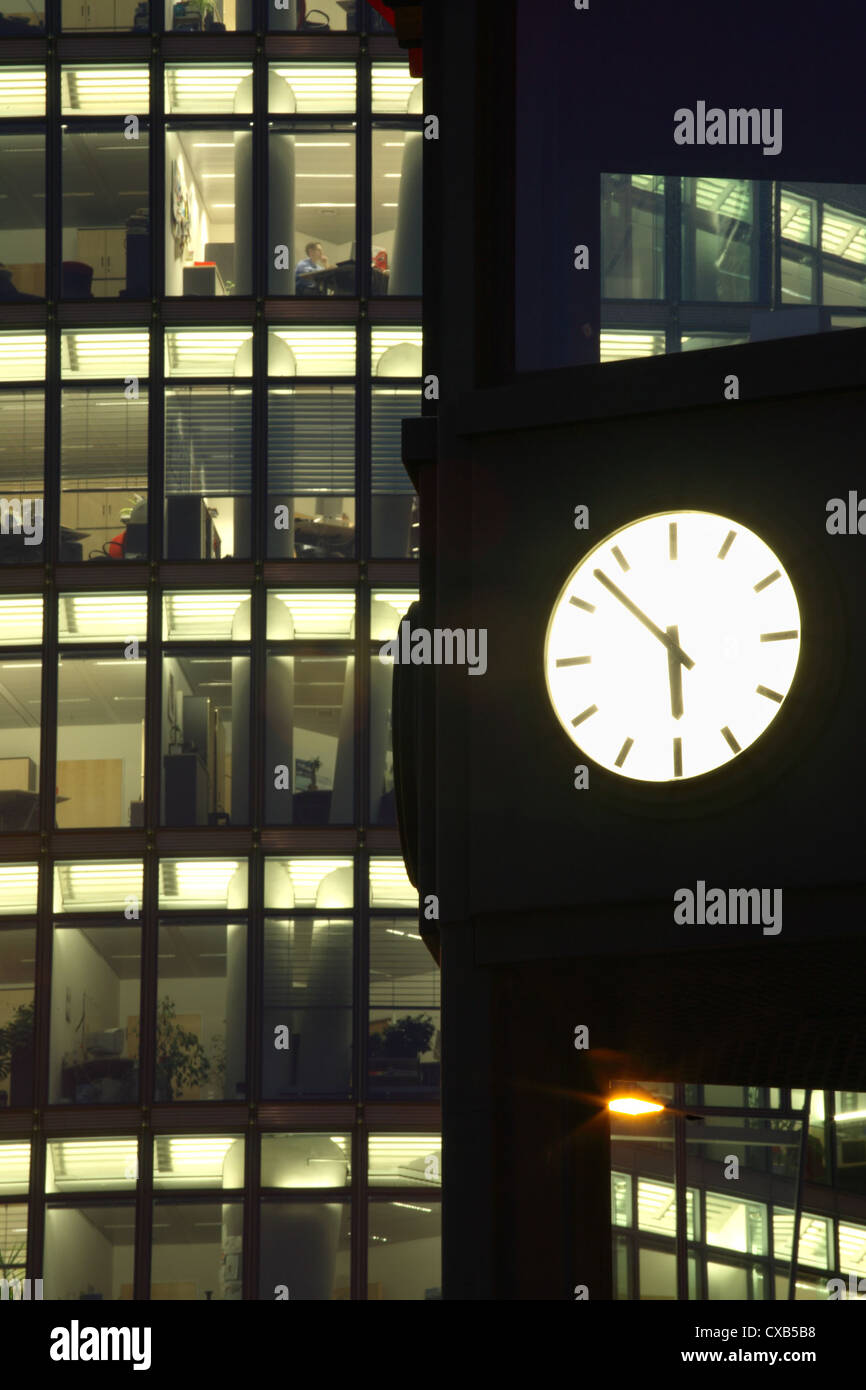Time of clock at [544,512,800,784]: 5:52
